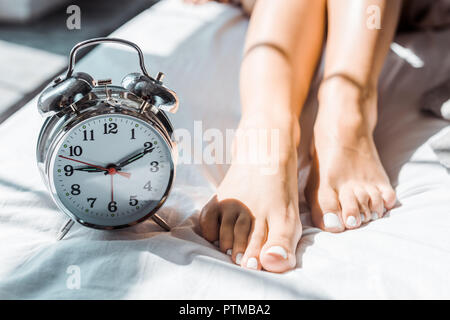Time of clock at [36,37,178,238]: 9:10
